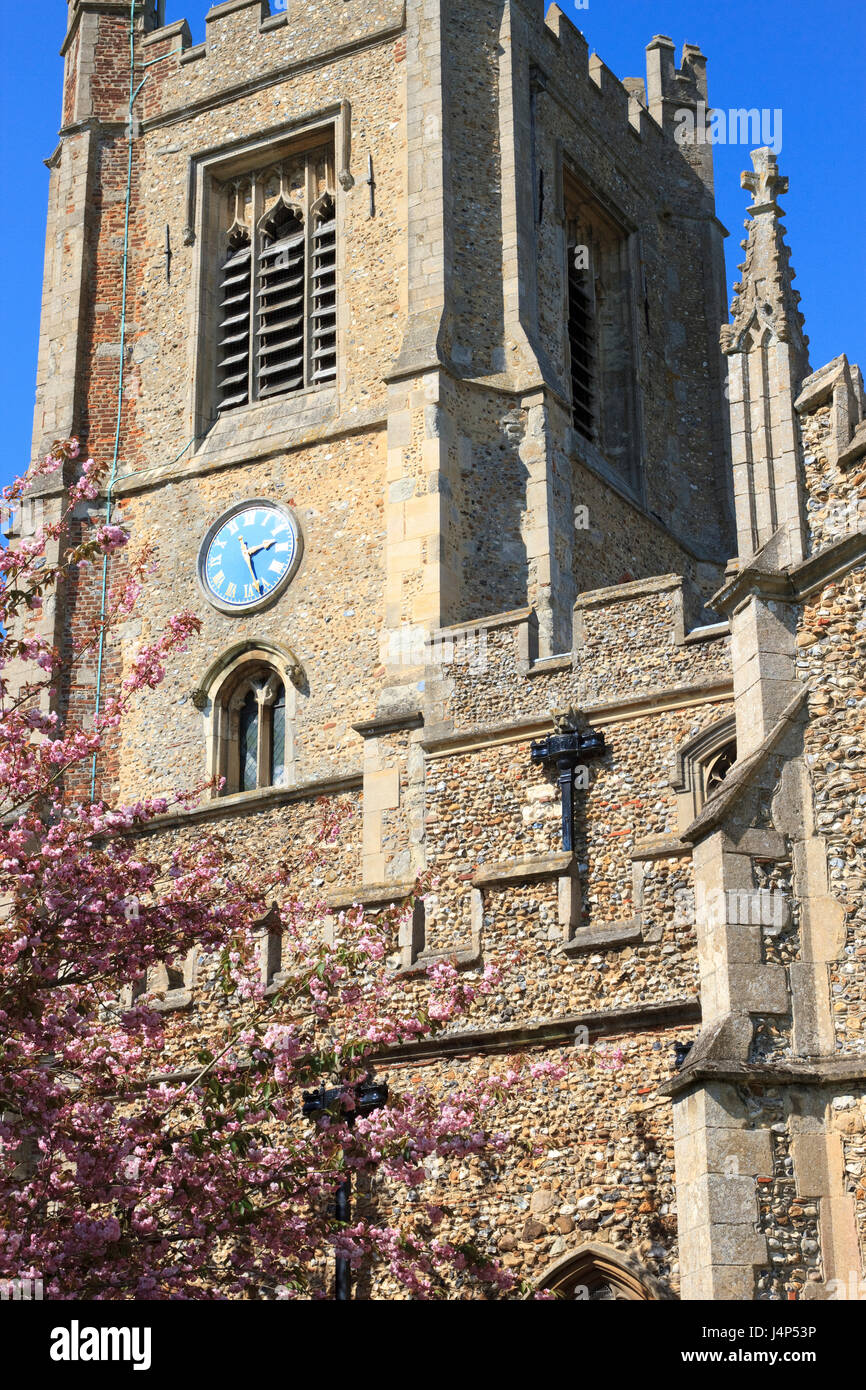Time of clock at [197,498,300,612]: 2:26
